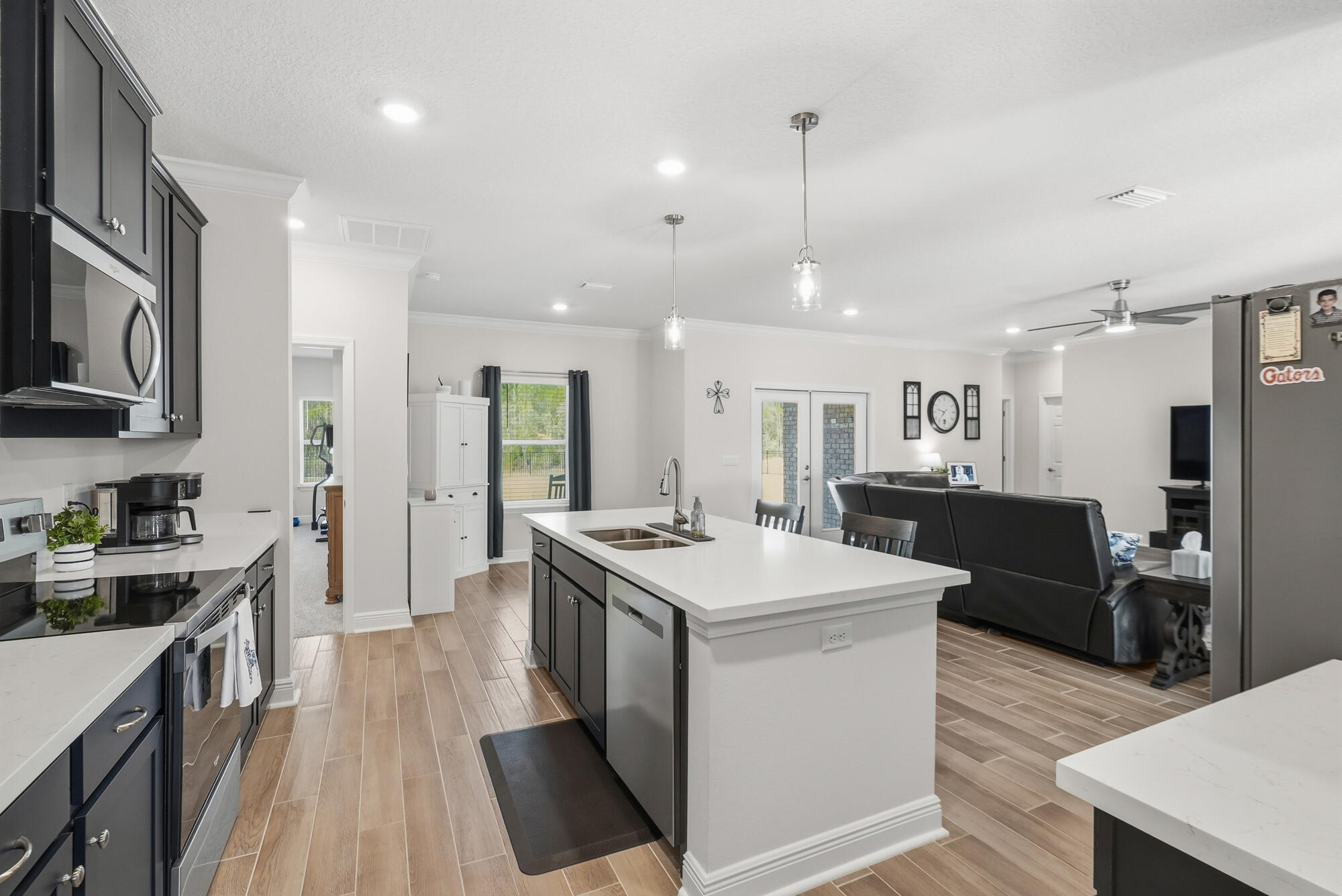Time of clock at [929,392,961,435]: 9:36
